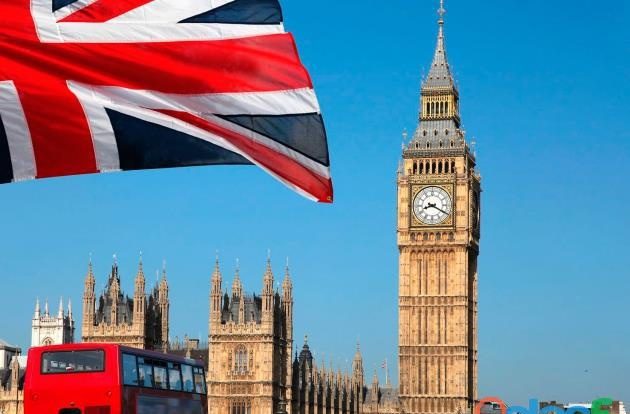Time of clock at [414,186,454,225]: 8:19
